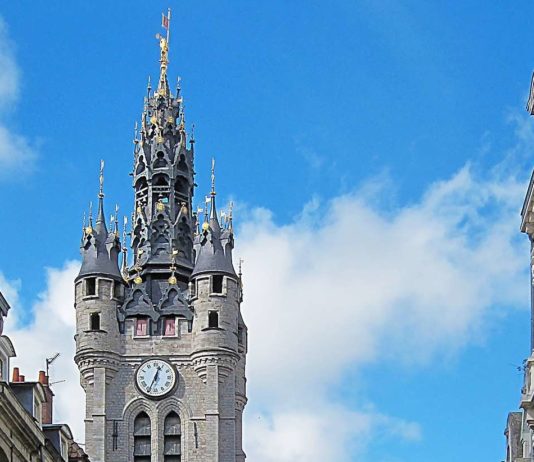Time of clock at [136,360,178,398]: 12:34
